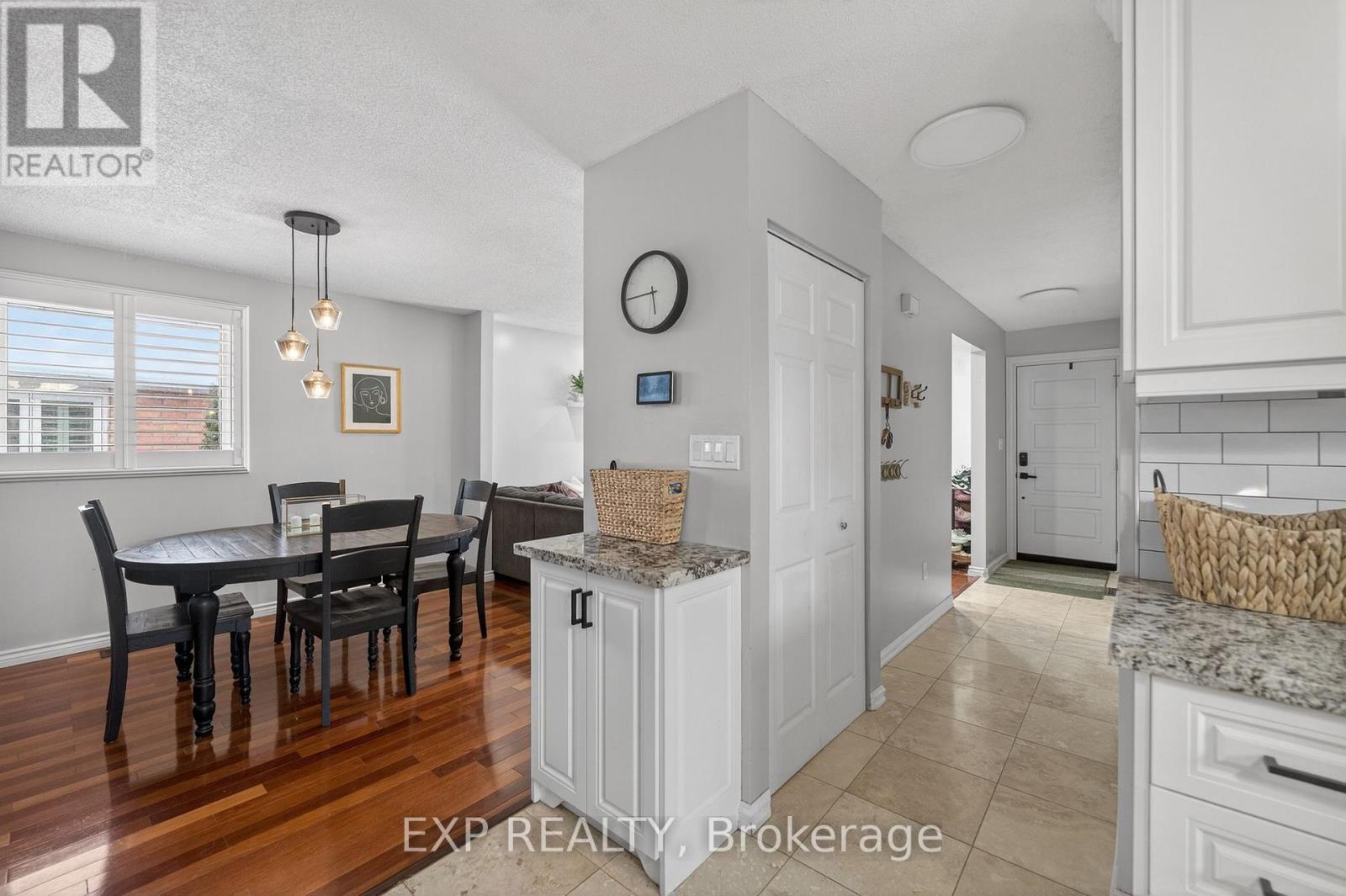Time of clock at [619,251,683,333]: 5:45
